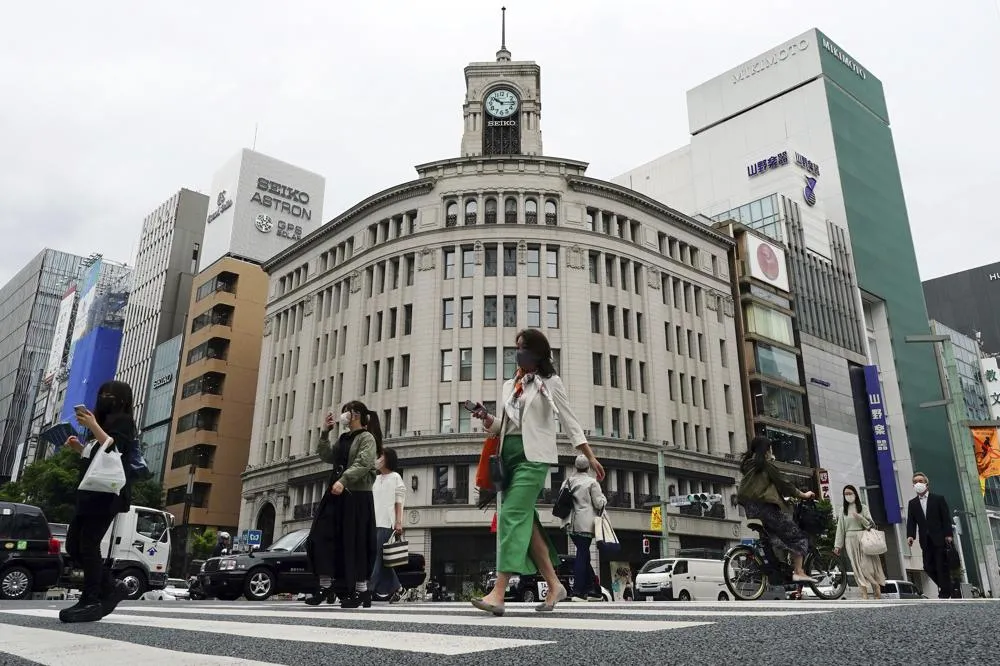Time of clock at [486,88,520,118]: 10:14
